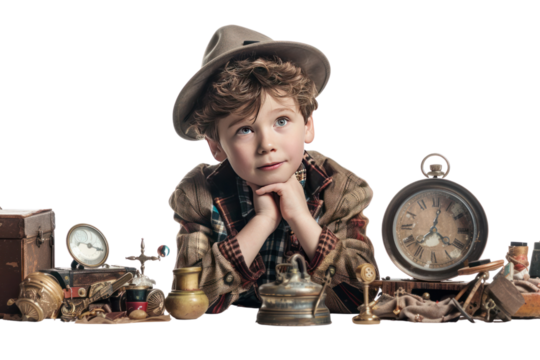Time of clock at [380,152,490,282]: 7:02
